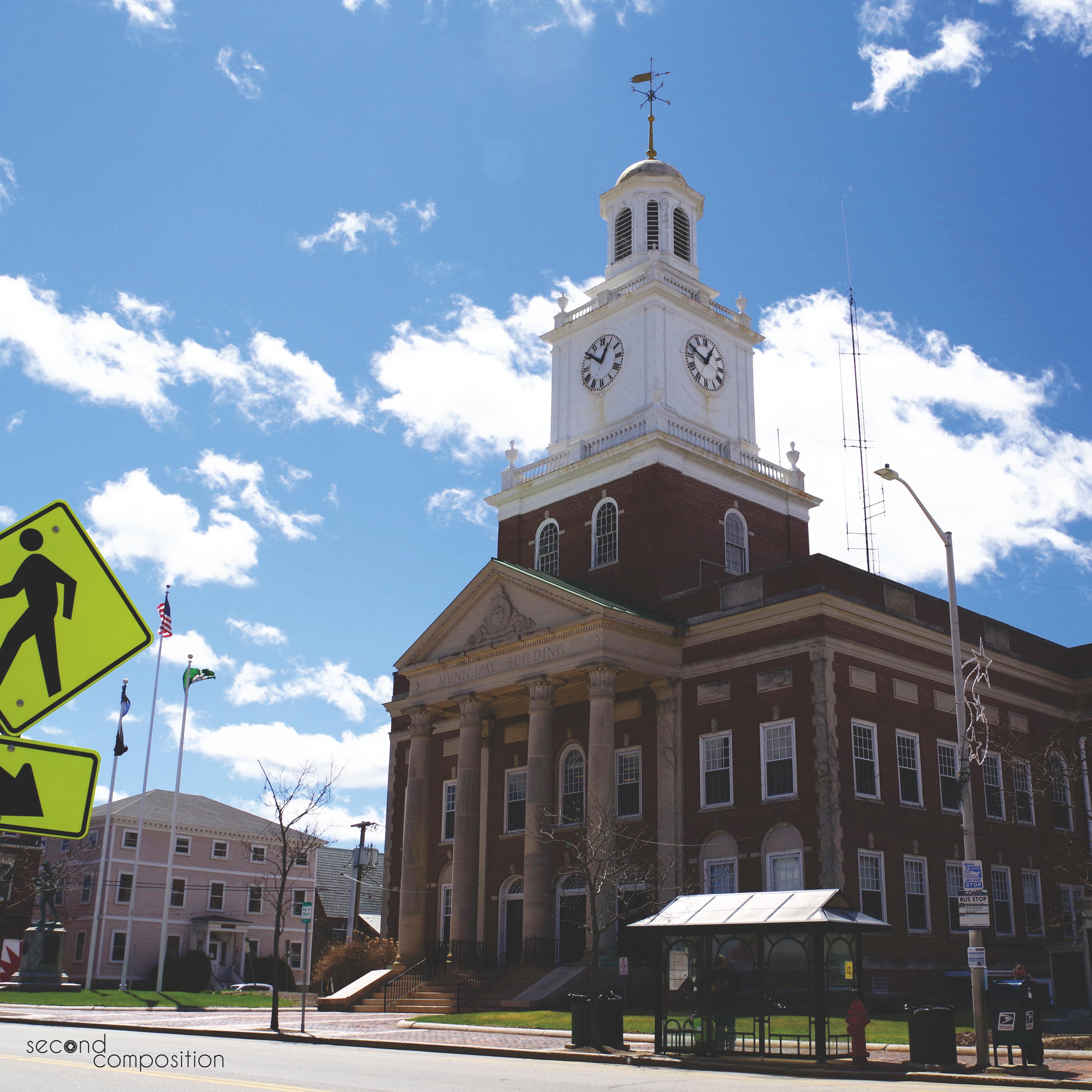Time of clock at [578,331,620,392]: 12:51
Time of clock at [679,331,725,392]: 12:49
